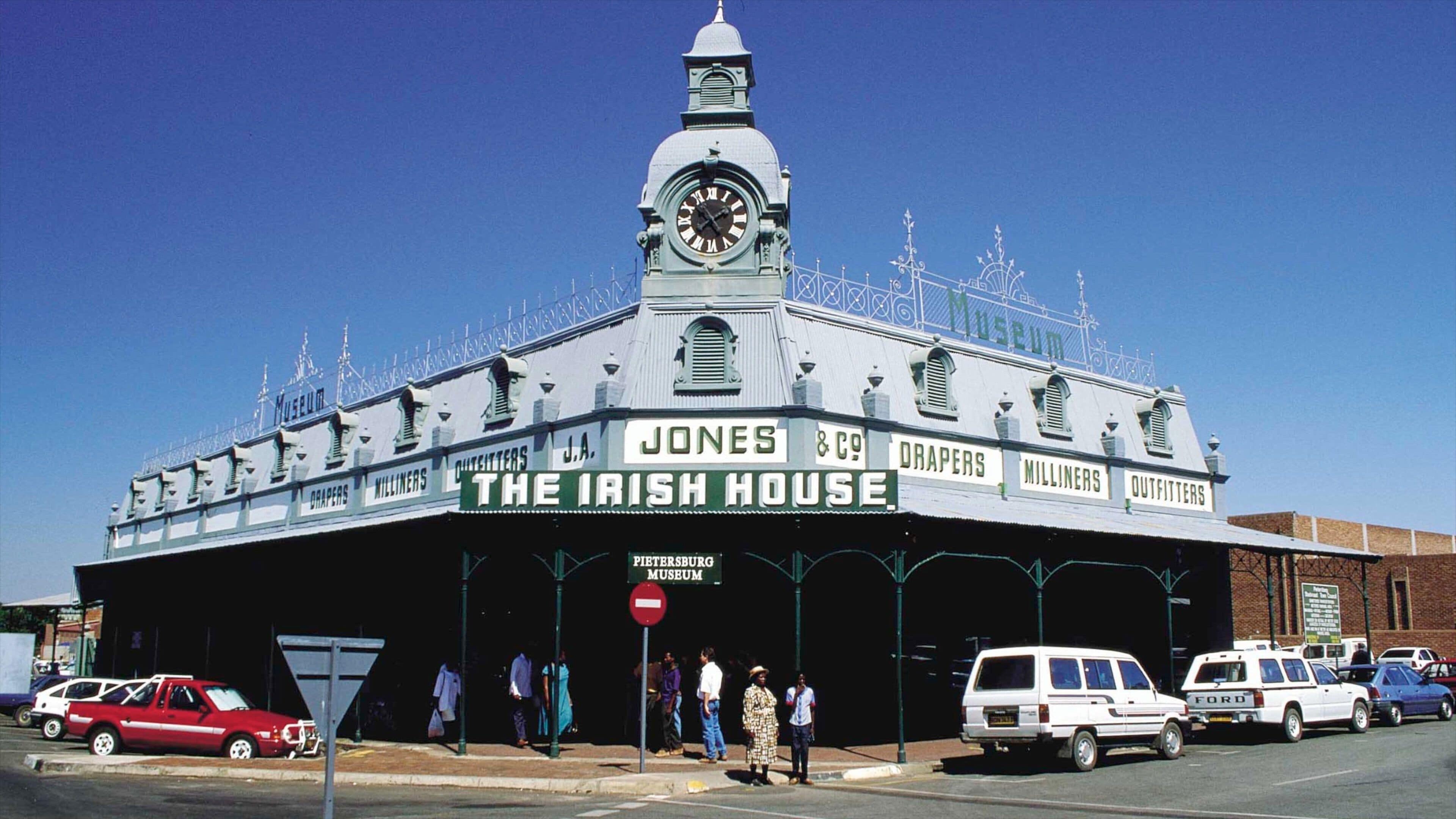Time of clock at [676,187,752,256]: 1:52
